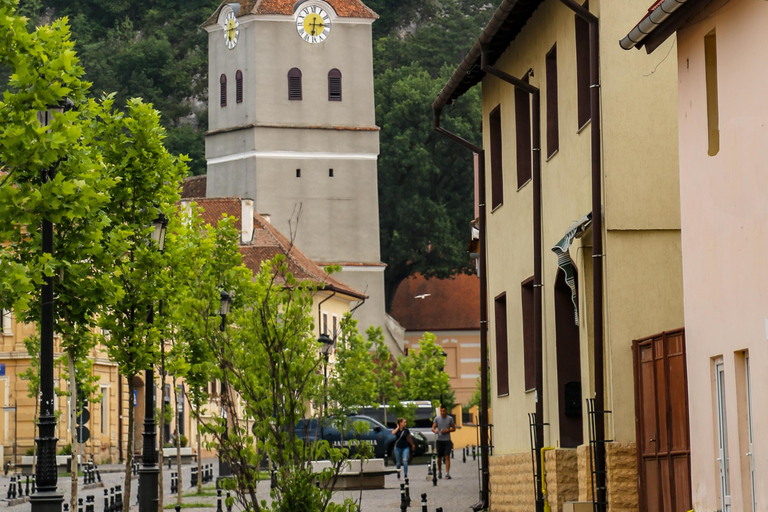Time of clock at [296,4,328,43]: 6:15
